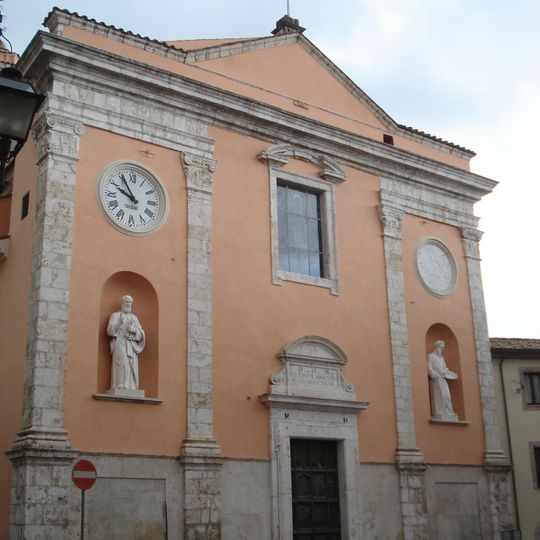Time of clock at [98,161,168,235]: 9:54
